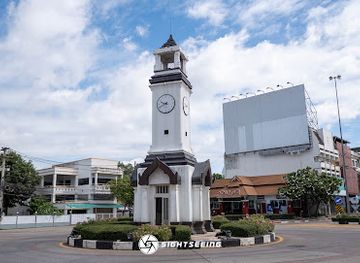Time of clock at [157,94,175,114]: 9:41
